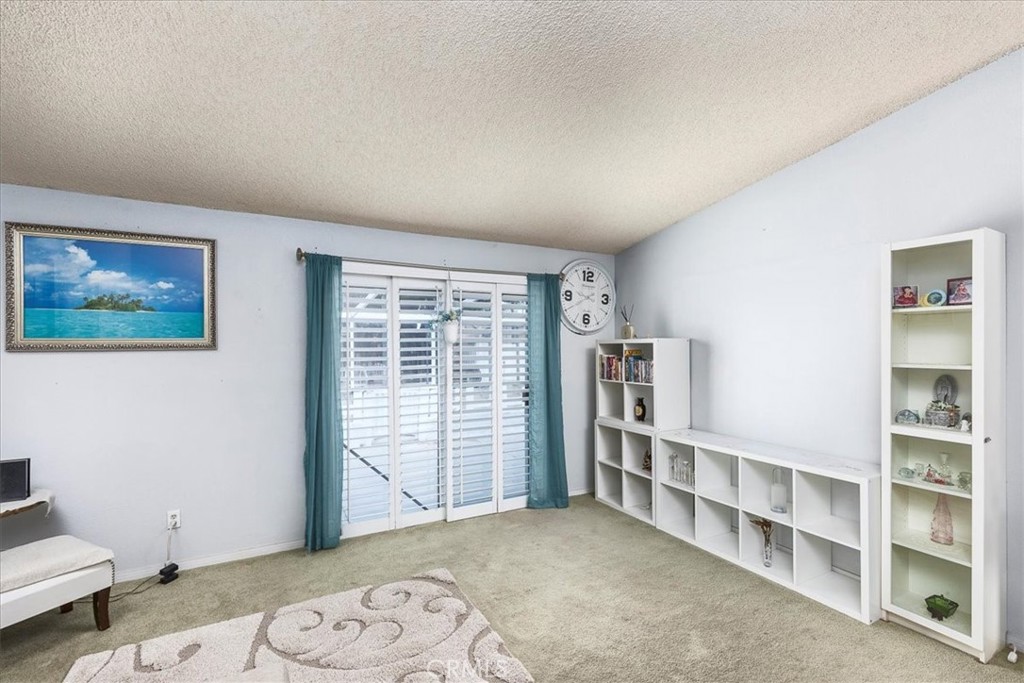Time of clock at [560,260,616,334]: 9:40
